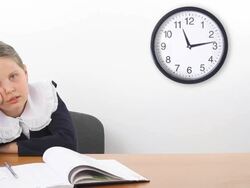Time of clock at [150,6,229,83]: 11:13
